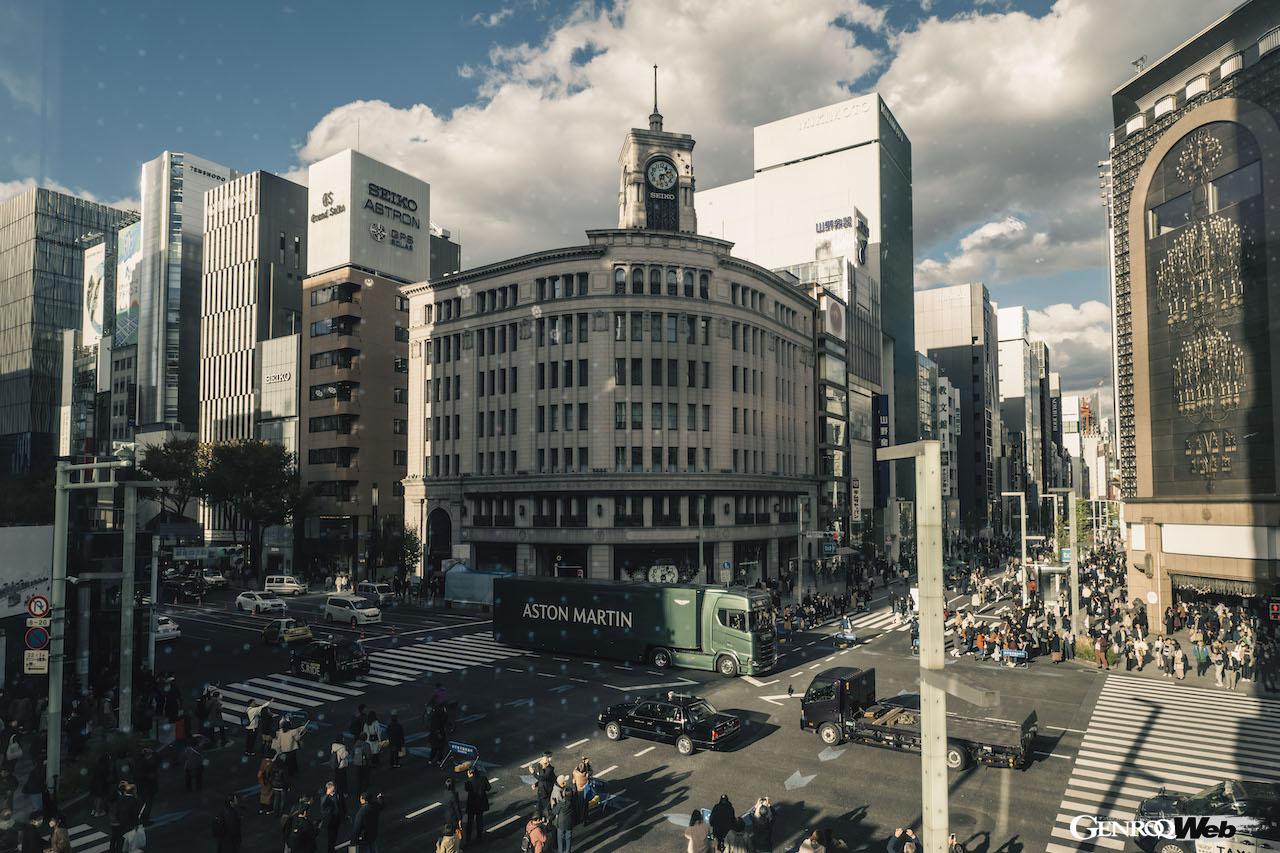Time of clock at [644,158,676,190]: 6:11
